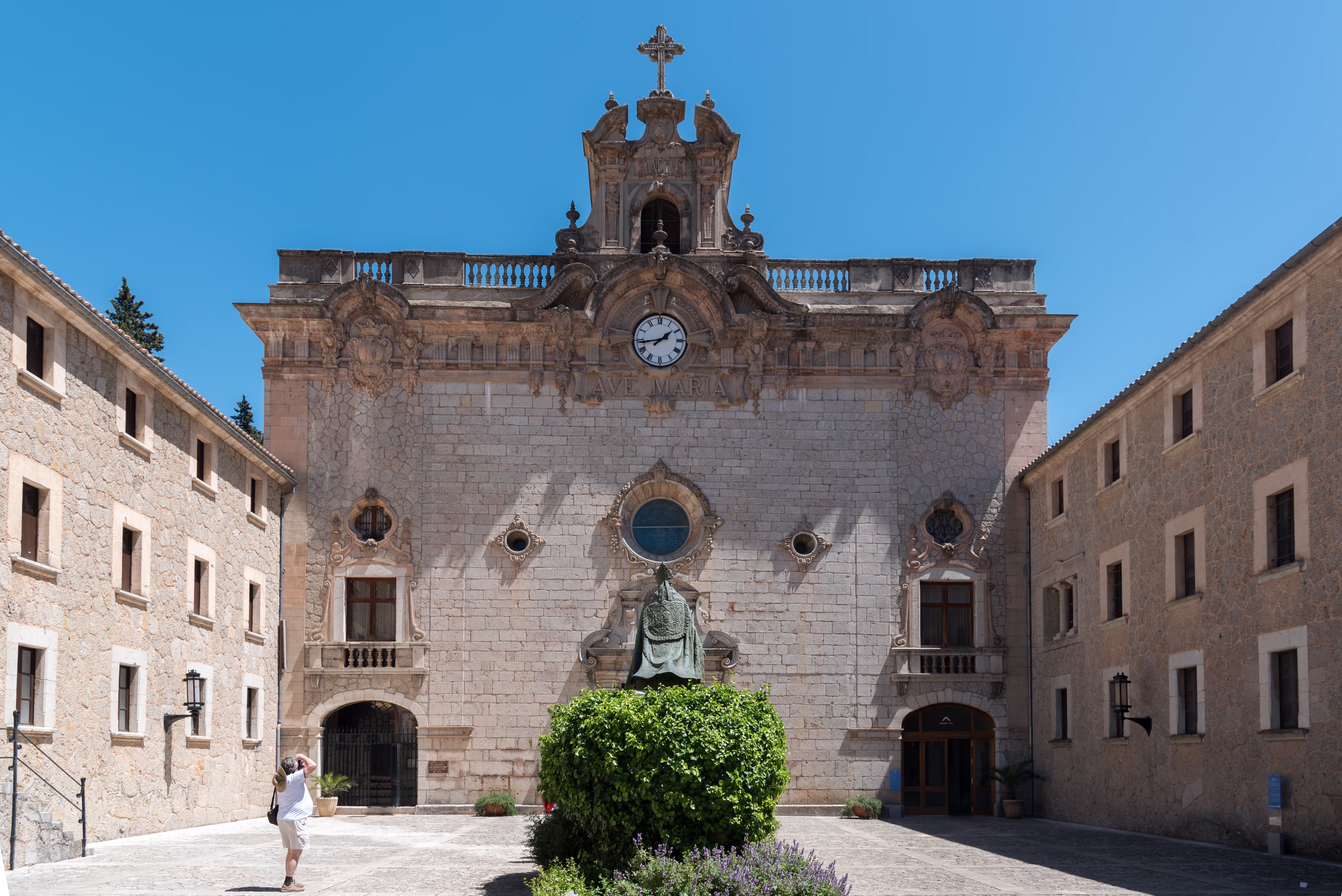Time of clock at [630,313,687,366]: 1:43
